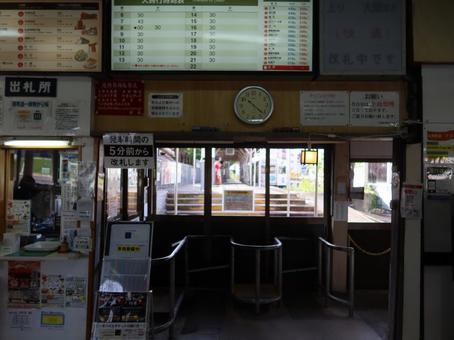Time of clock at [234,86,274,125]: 10:22
